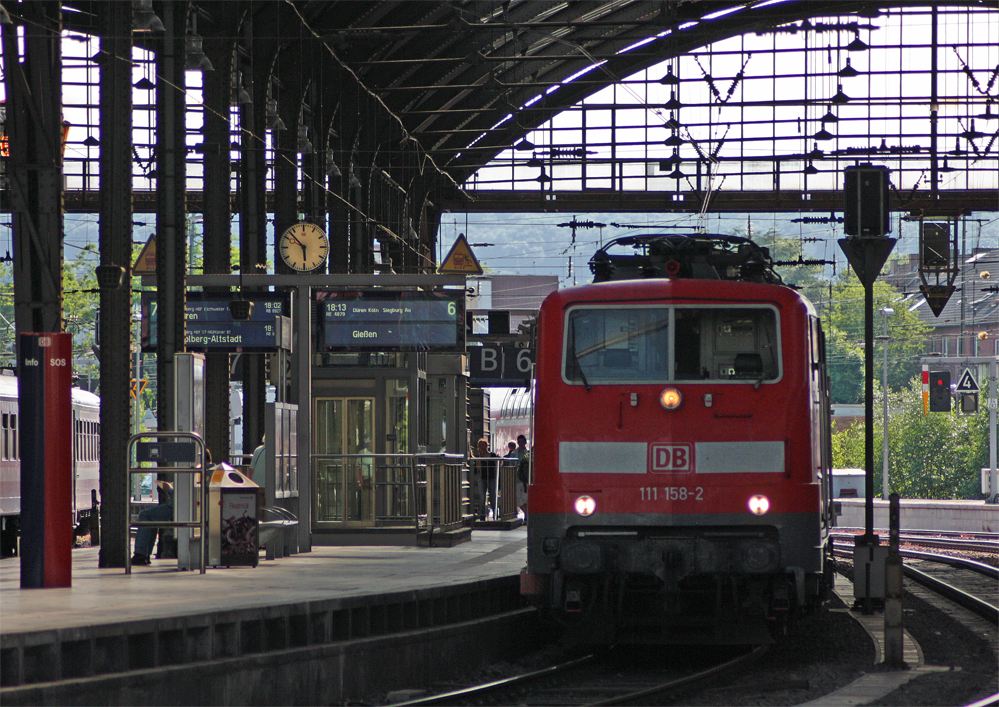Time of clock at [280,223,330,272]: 5:52
